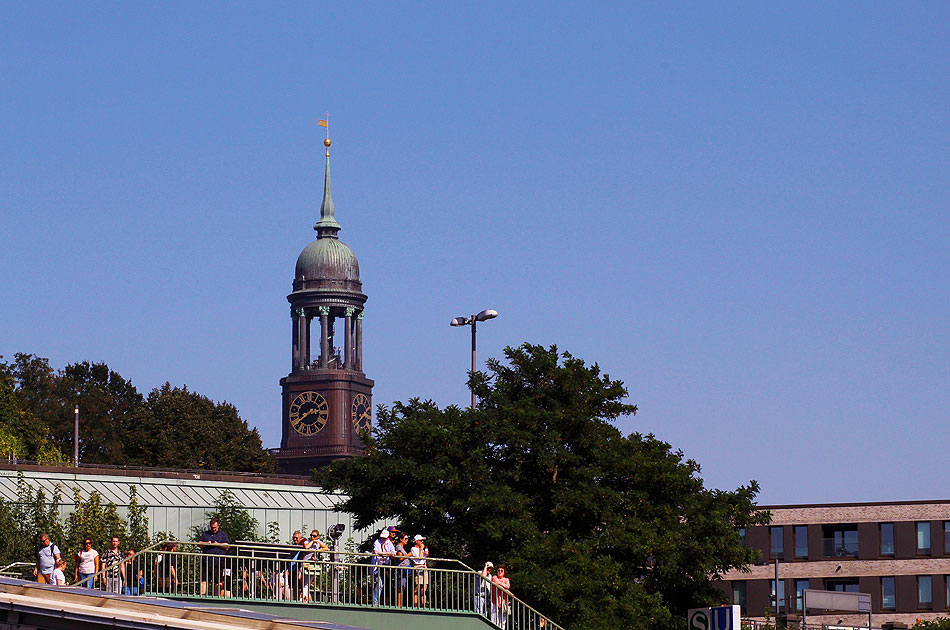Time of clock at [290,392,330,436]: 2:39
